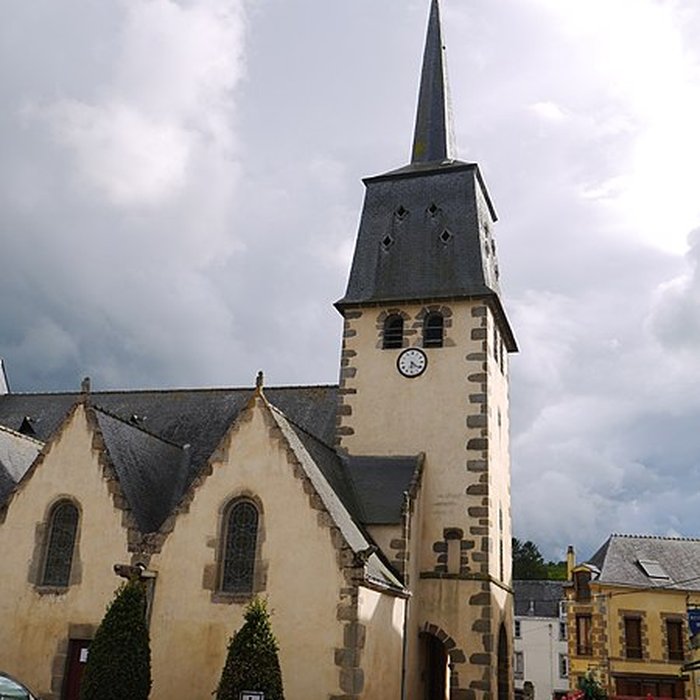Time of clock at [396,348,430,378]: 6:21
